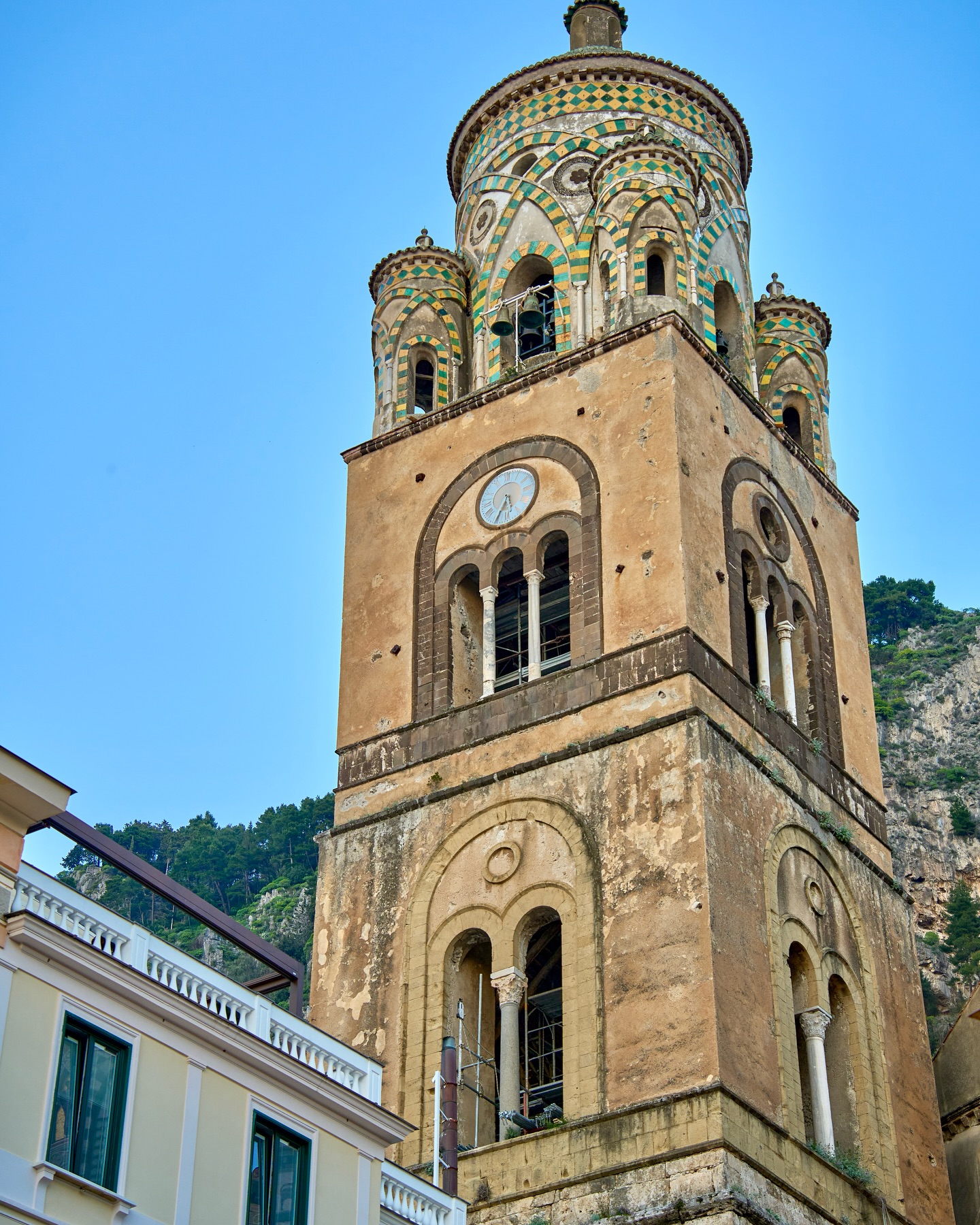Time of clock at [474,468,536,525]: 5:34
